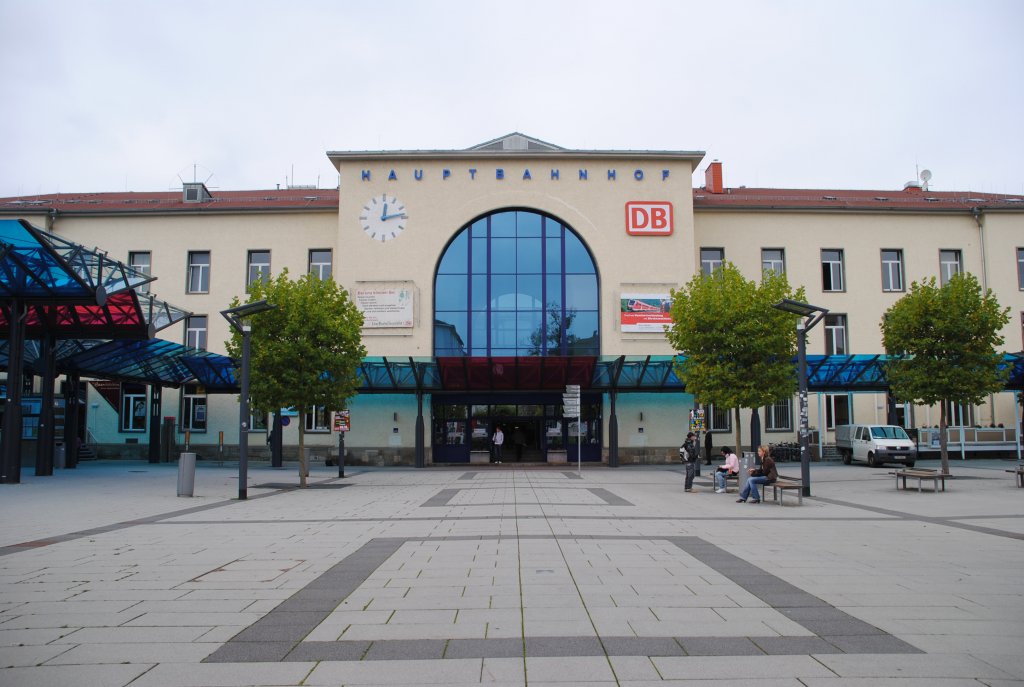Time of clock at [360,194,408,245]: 12:13
